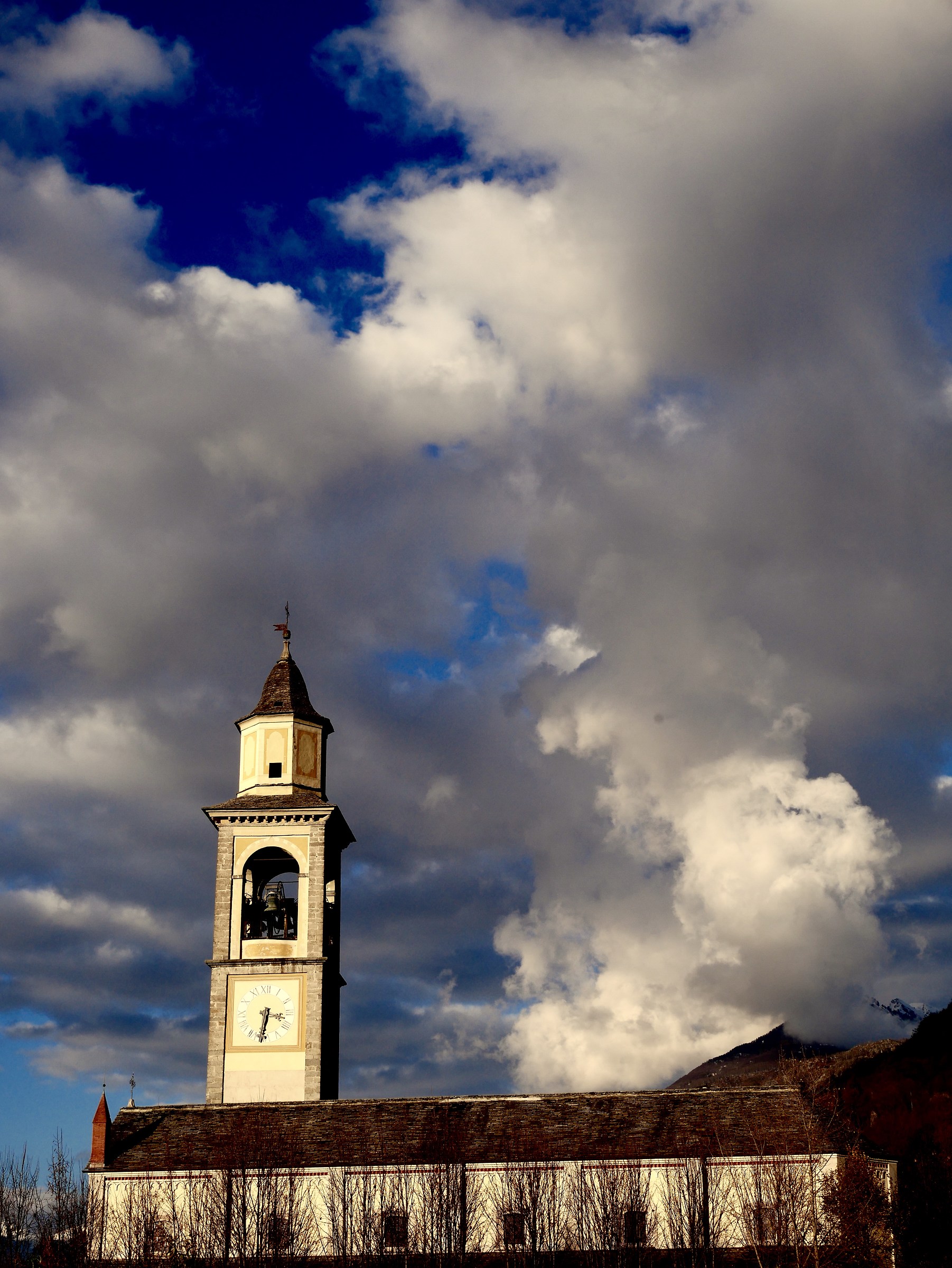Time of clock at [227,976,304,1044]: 3:32
